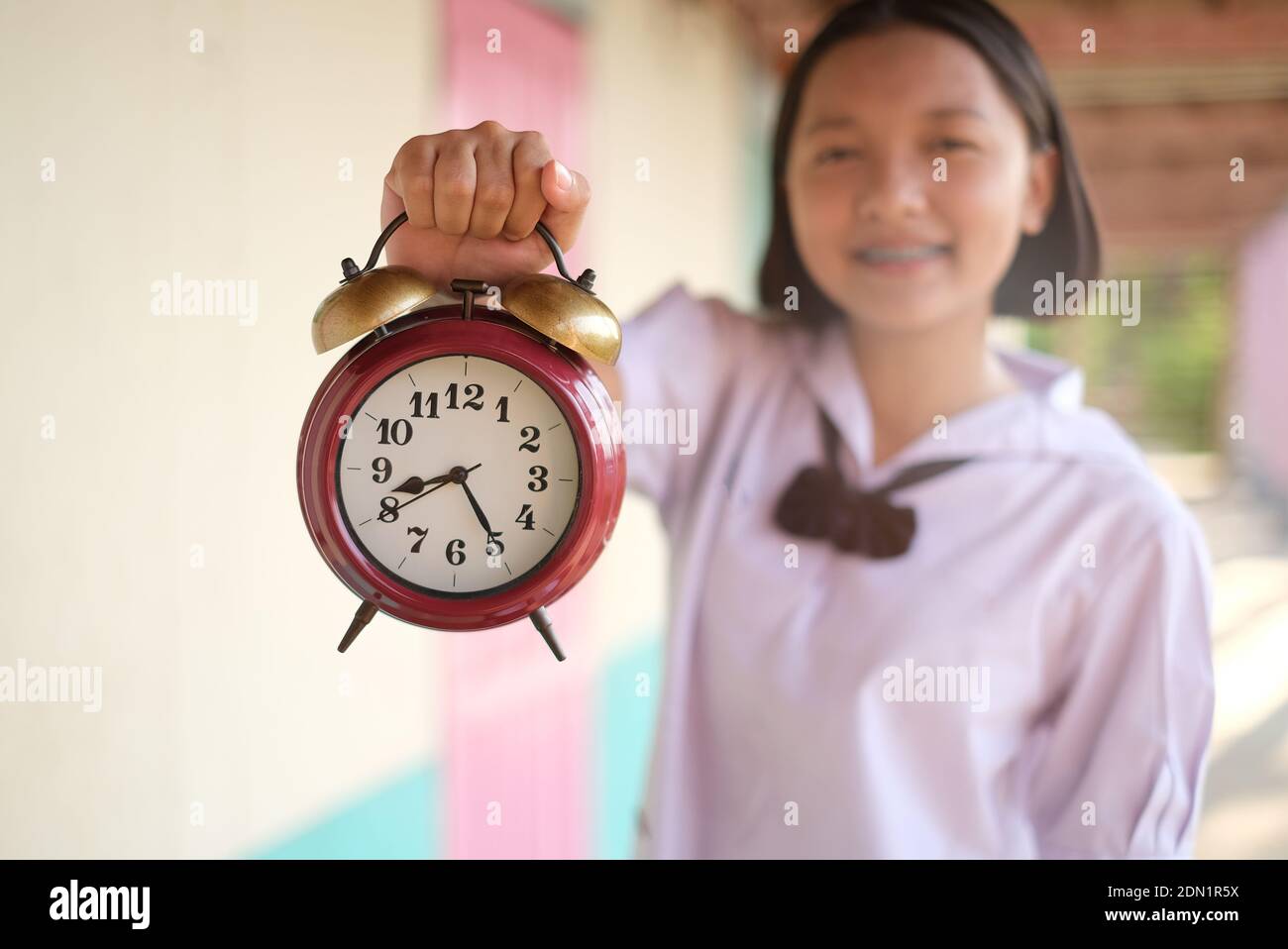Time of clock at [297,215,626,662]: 8:24
